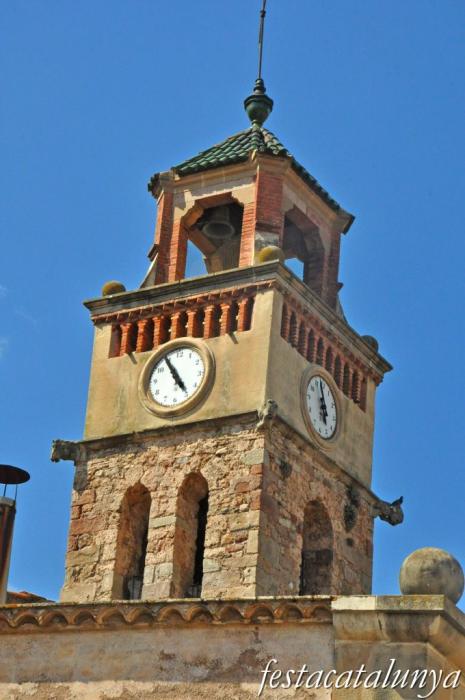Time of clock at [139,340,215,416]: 4:54
